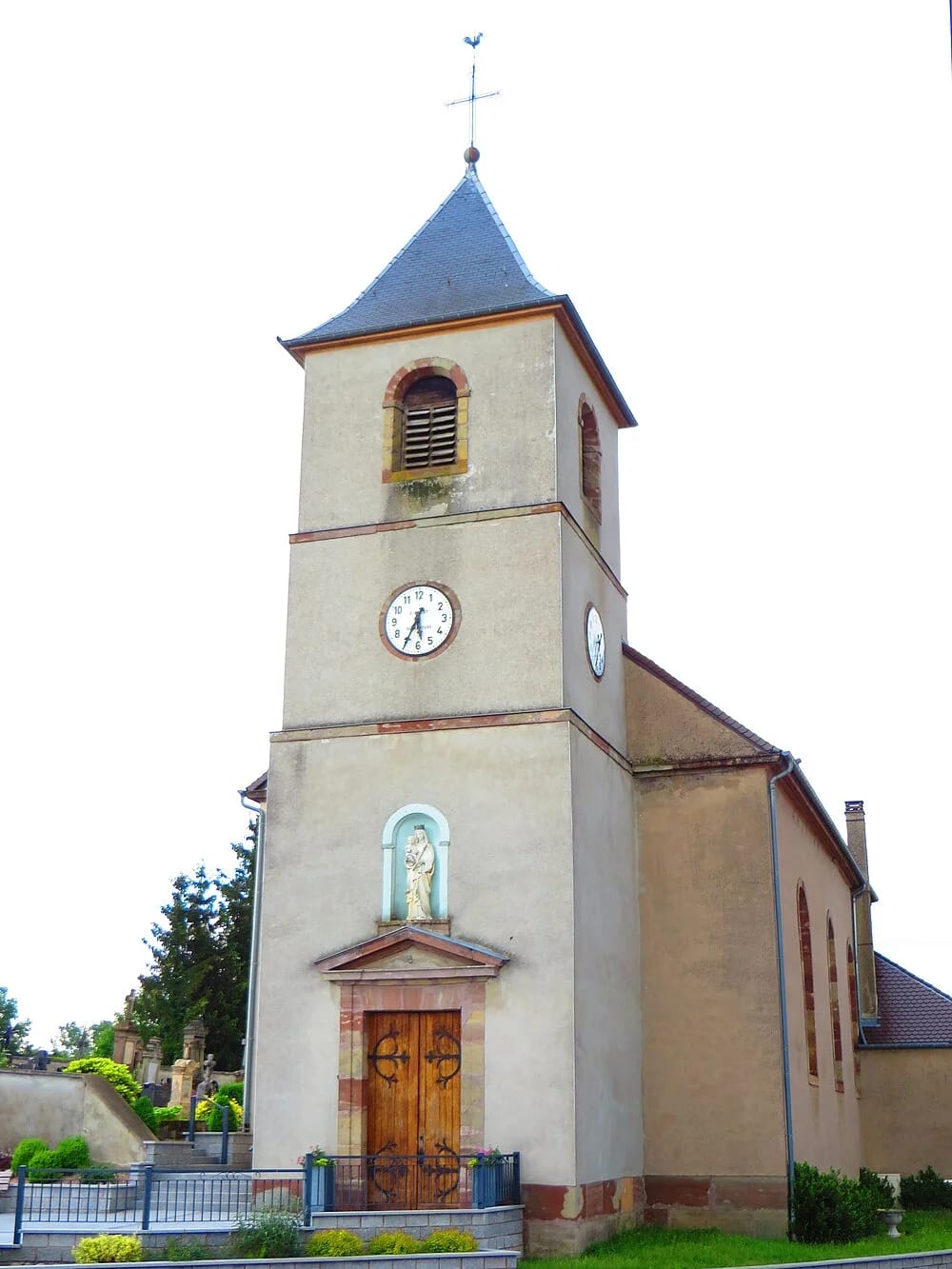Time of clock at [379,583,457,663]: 5:34
